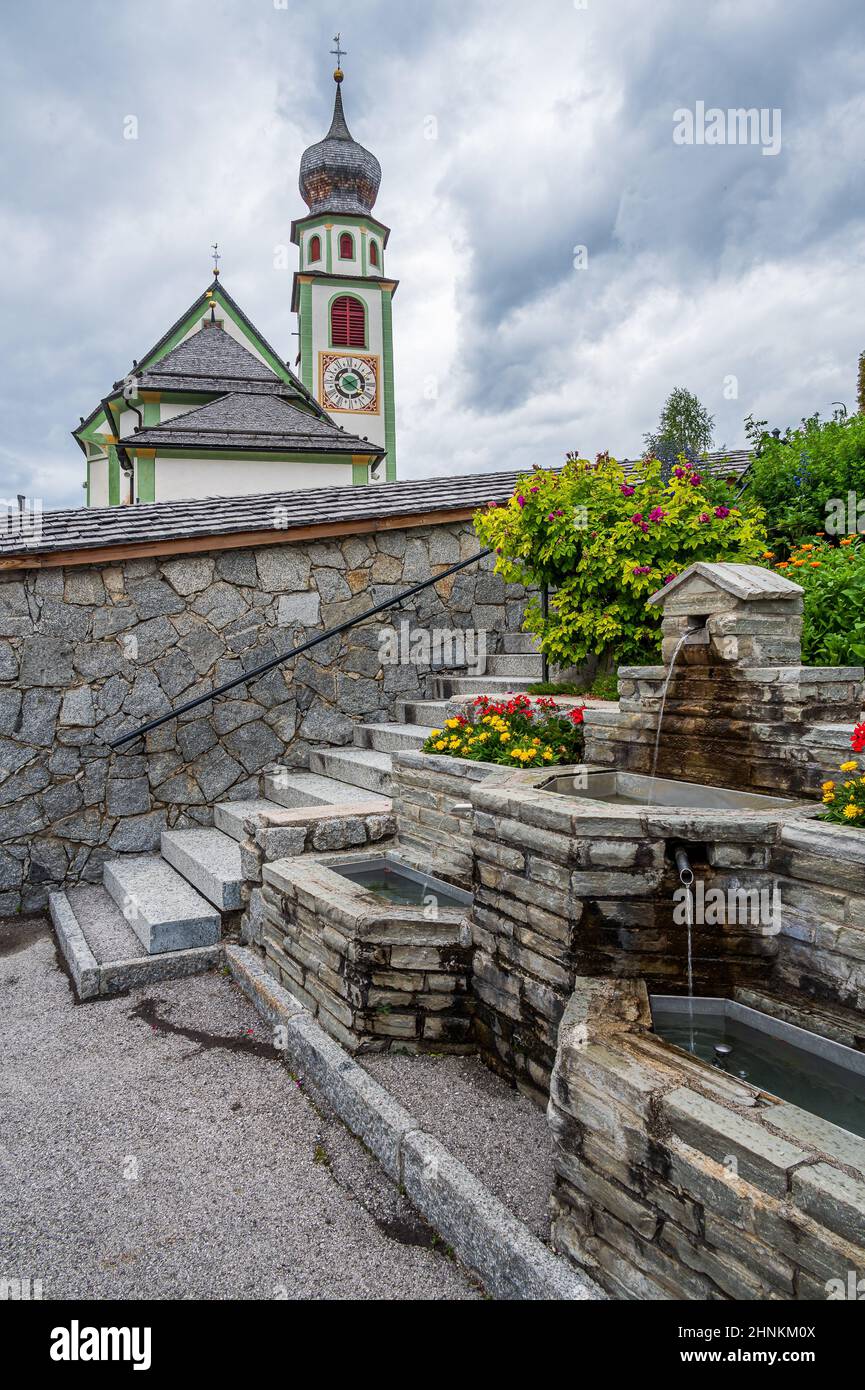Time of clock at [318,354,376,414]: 2:21
